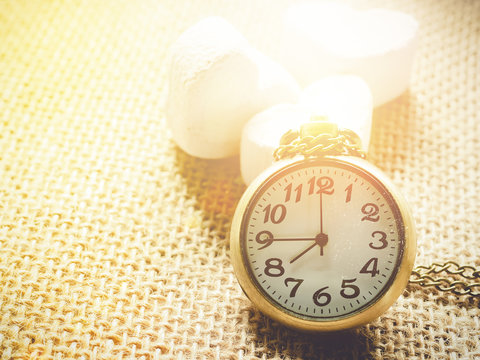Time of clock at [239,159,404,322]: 7:44
